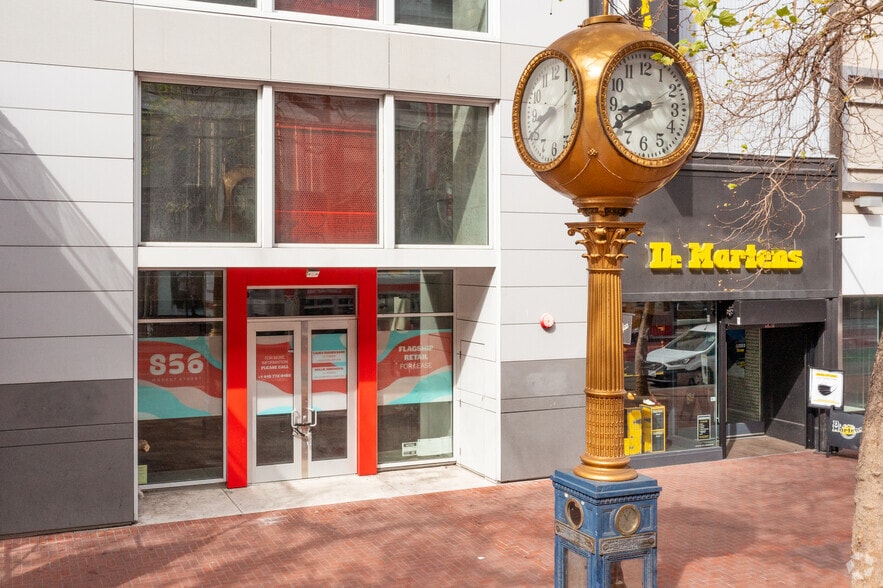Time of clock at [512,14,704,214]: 8:40
